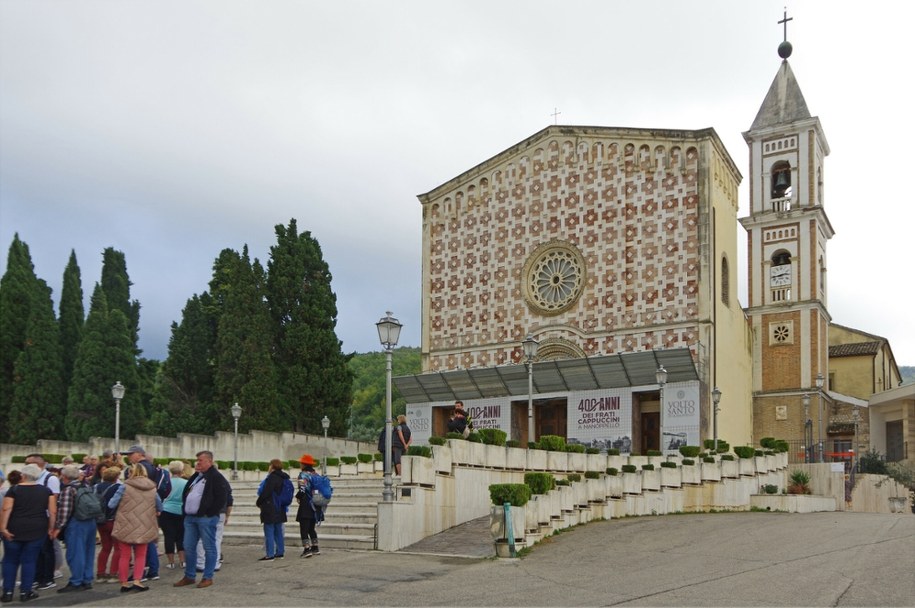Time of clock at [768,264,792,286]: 2:43
